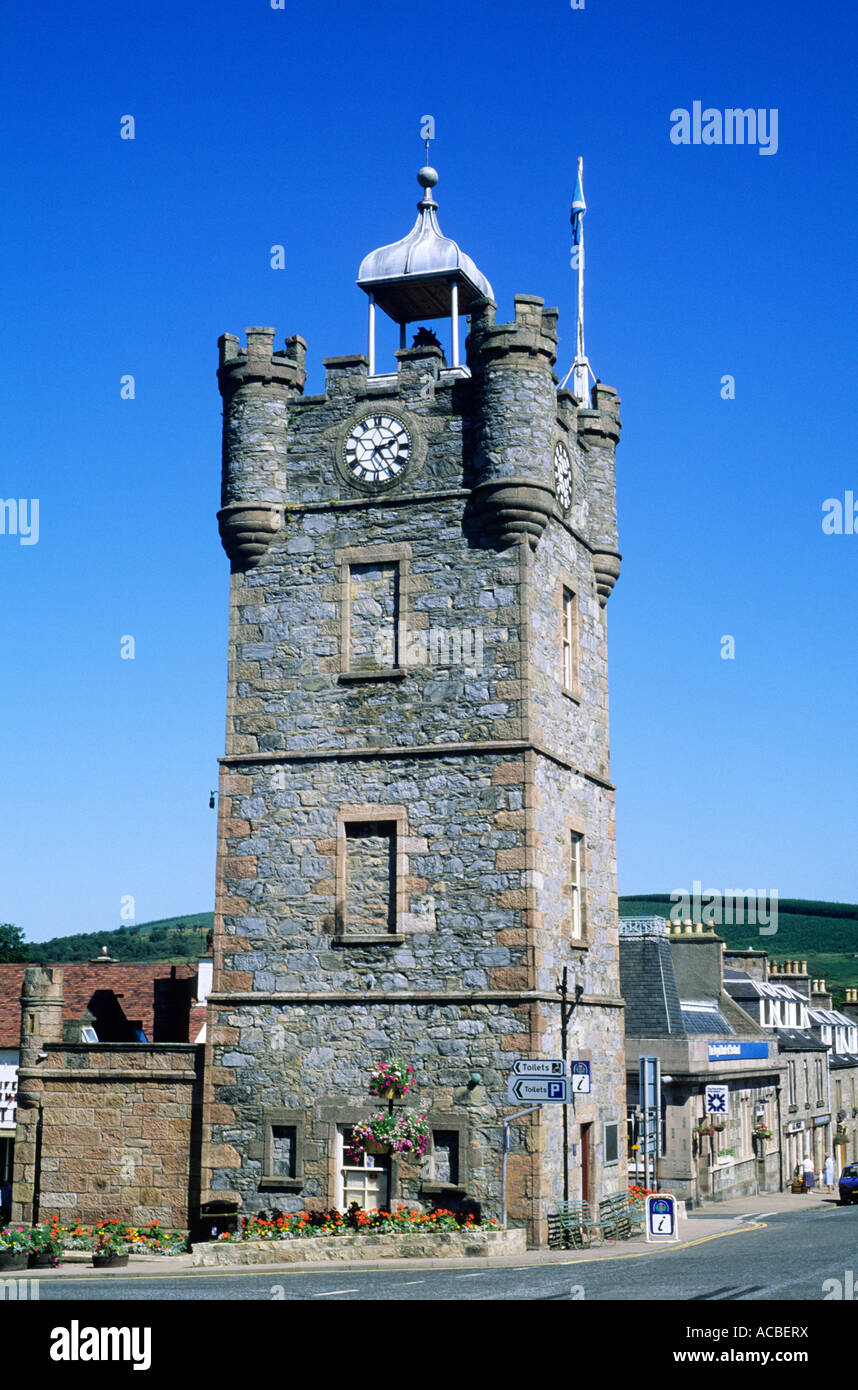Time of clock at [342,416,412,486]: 2:24
